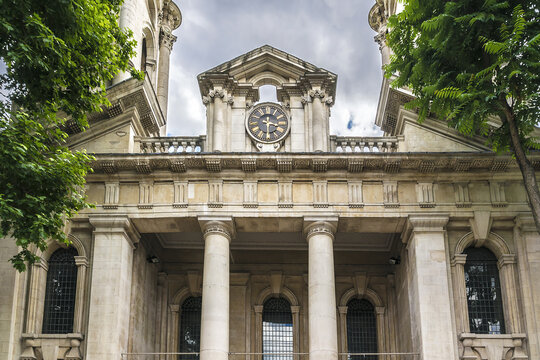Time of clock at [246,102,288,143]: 3:29
